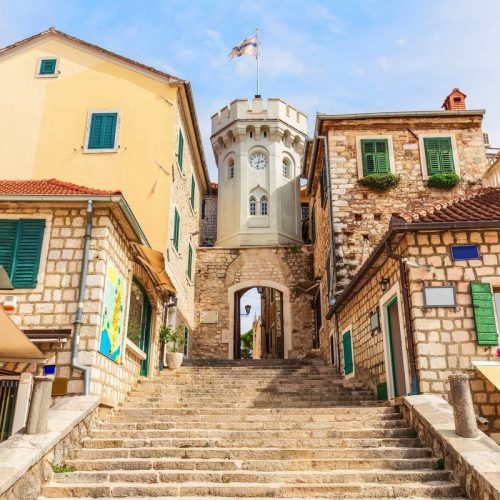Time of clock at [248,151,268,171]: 2:32
